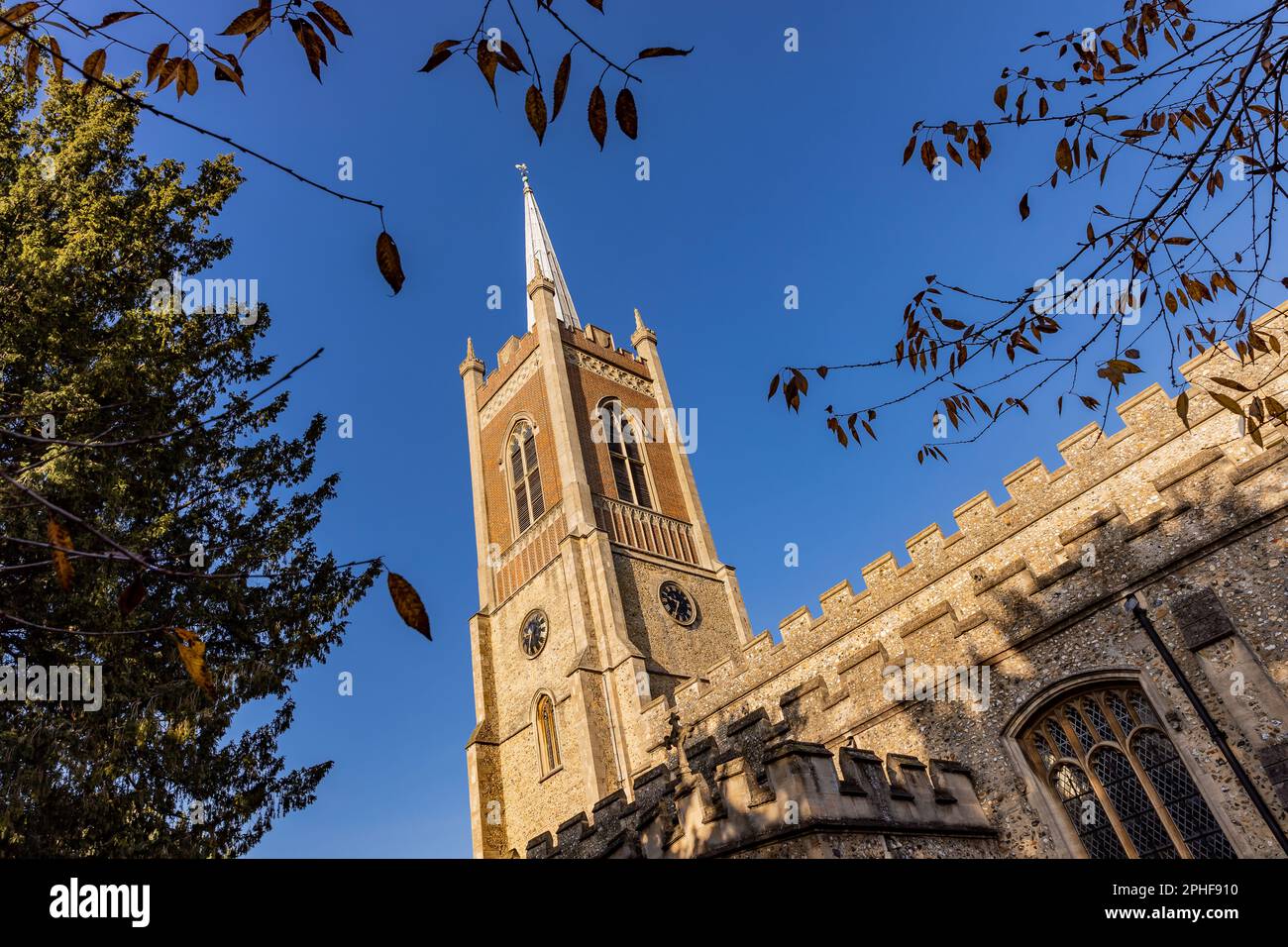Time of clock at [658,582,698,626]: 9:34
